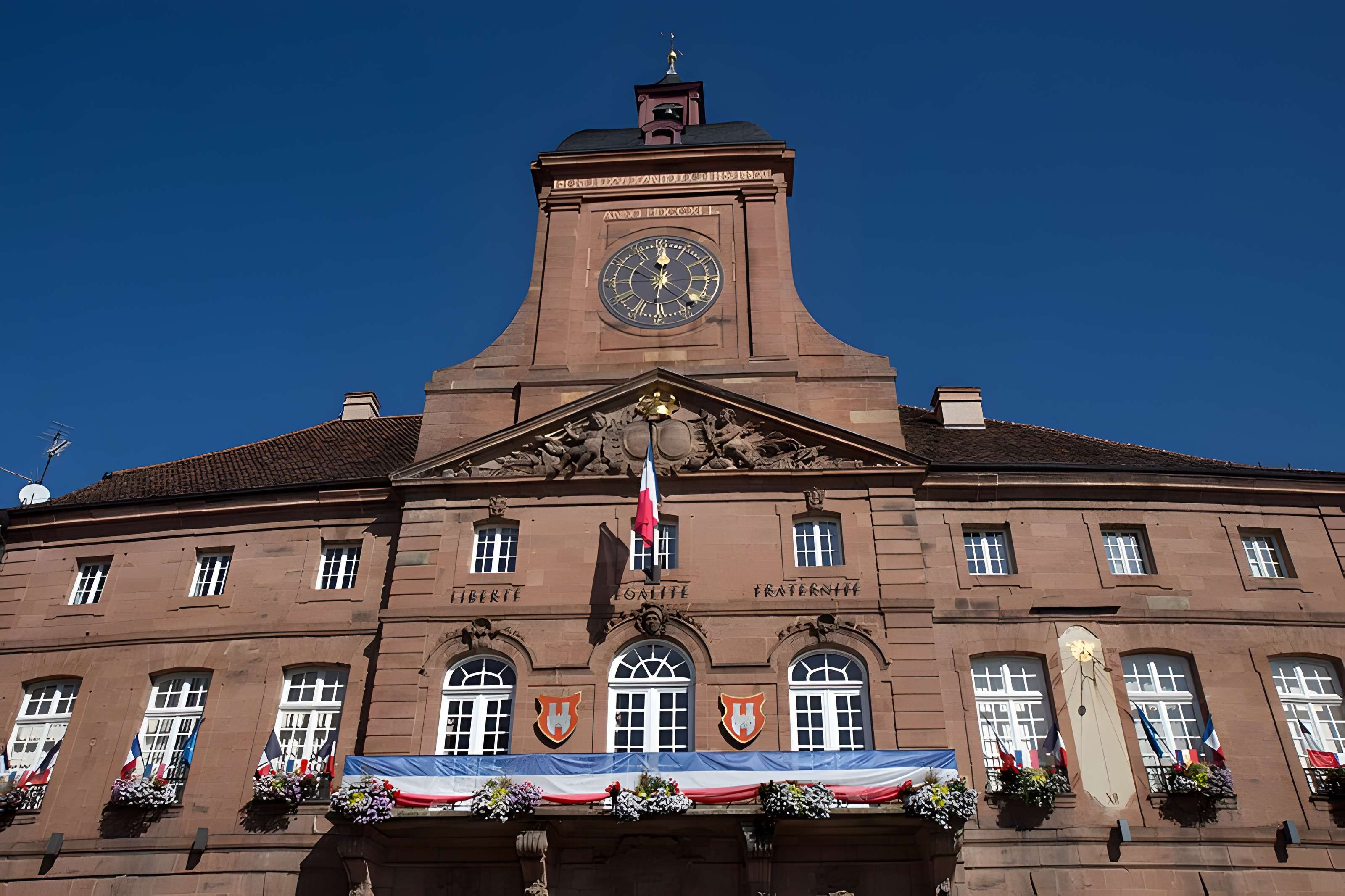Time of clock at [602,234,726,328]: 12:00
